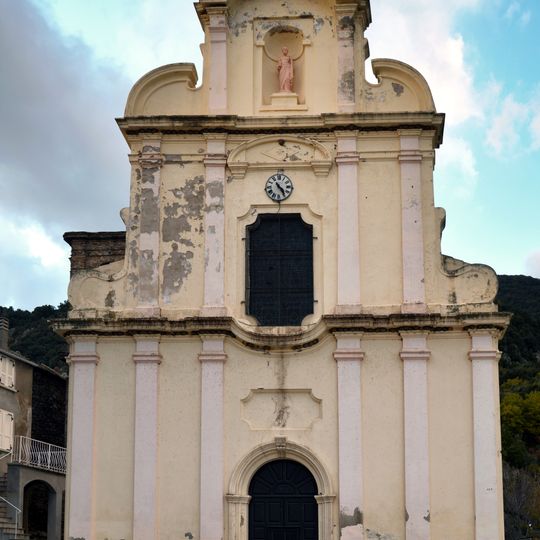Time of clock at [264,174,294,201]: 4:23
